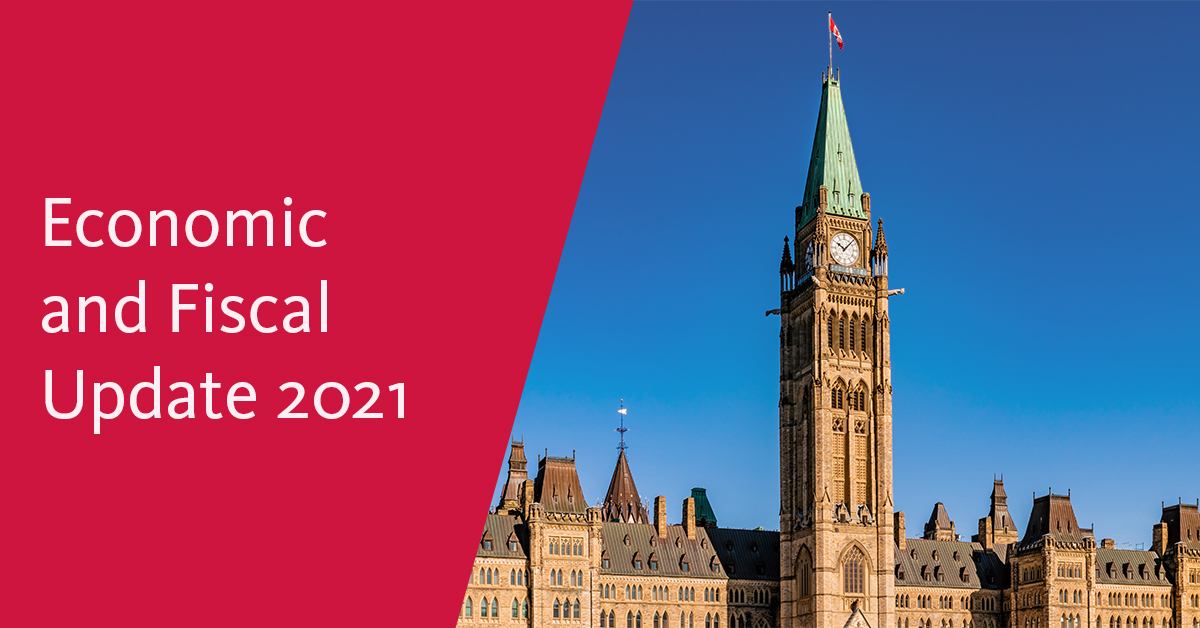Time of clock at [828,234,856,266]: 10:07
